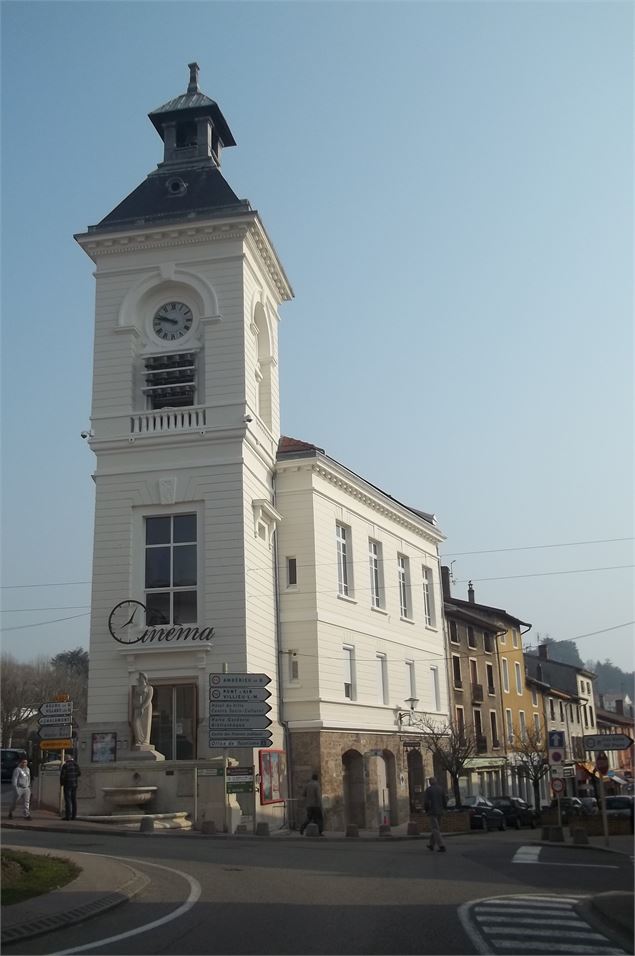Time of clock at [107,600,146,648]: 8:04
